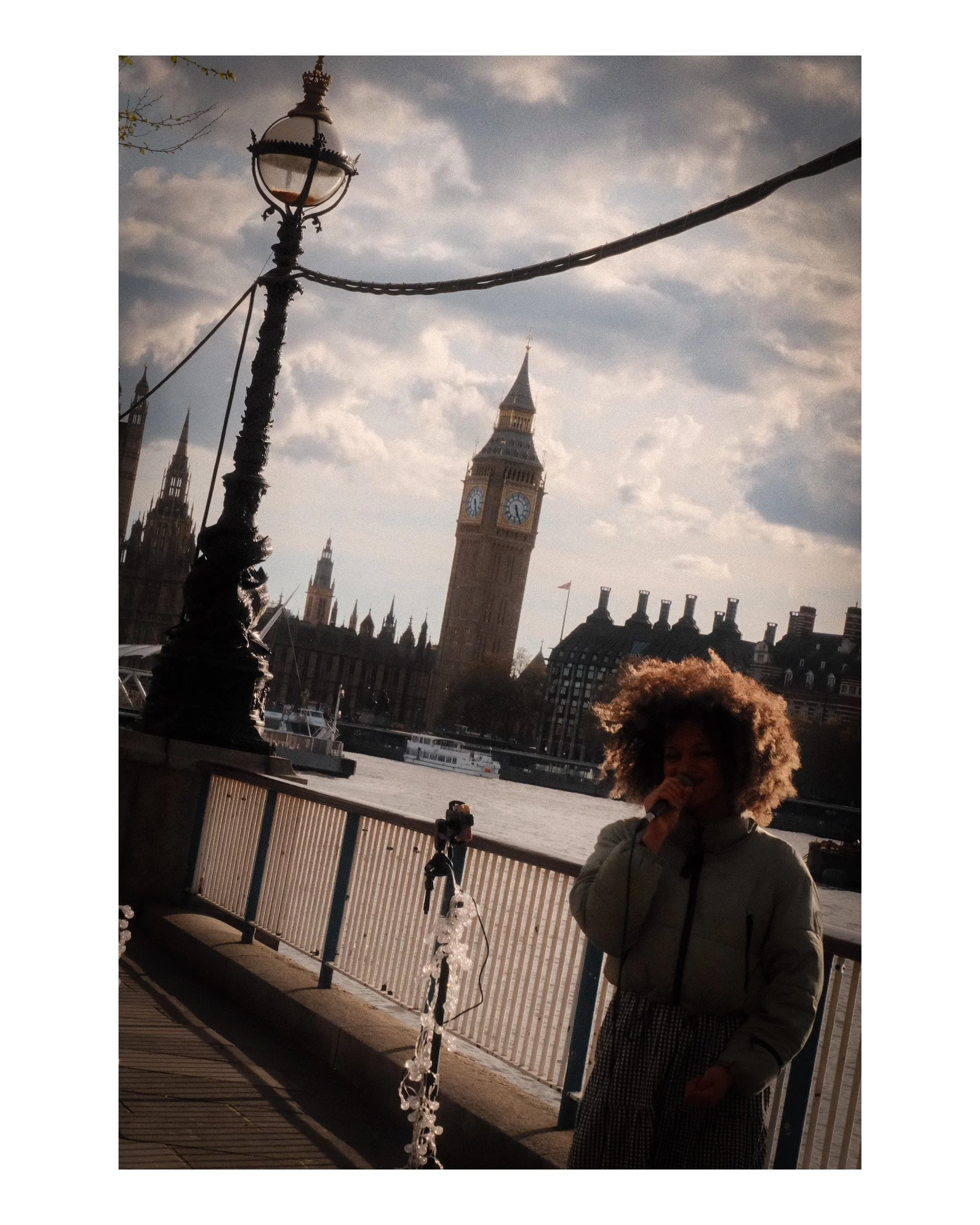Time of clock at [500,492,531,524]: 5:26
